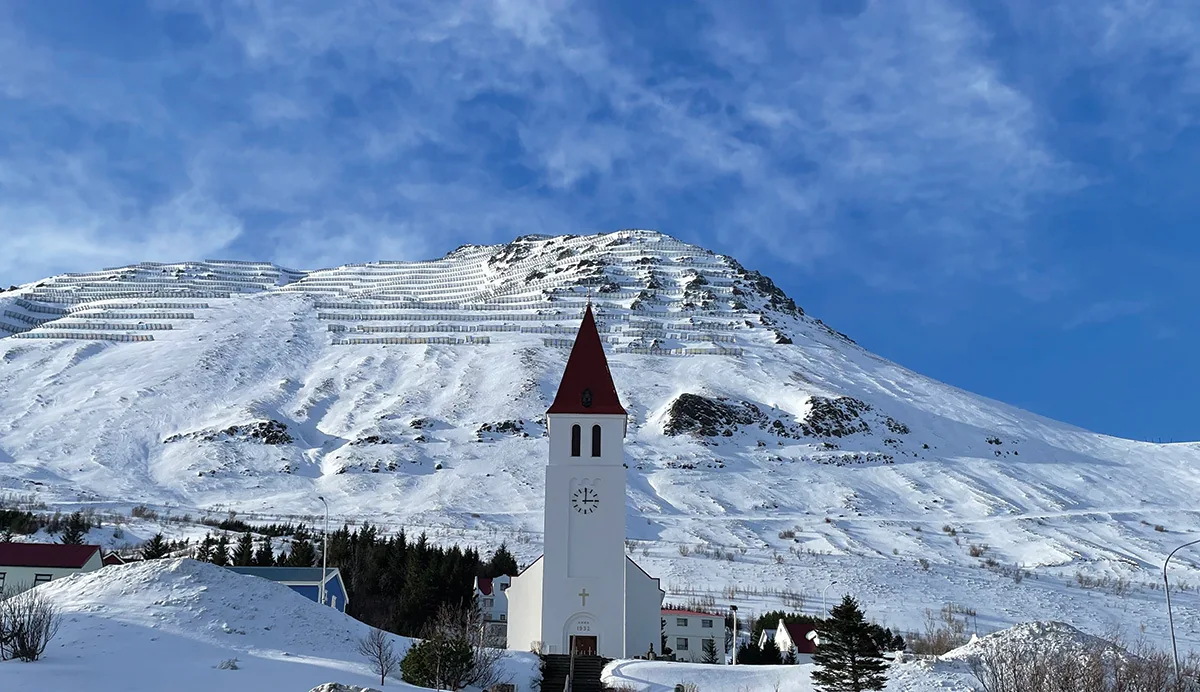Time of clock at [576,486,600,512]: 3:00
